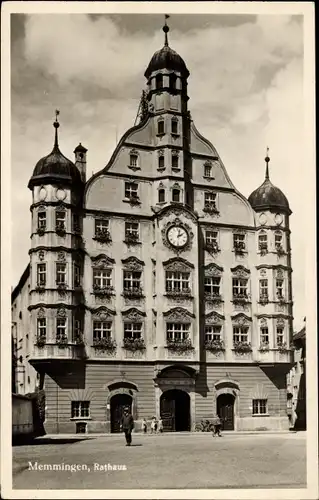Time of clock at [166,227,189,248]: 2:02
